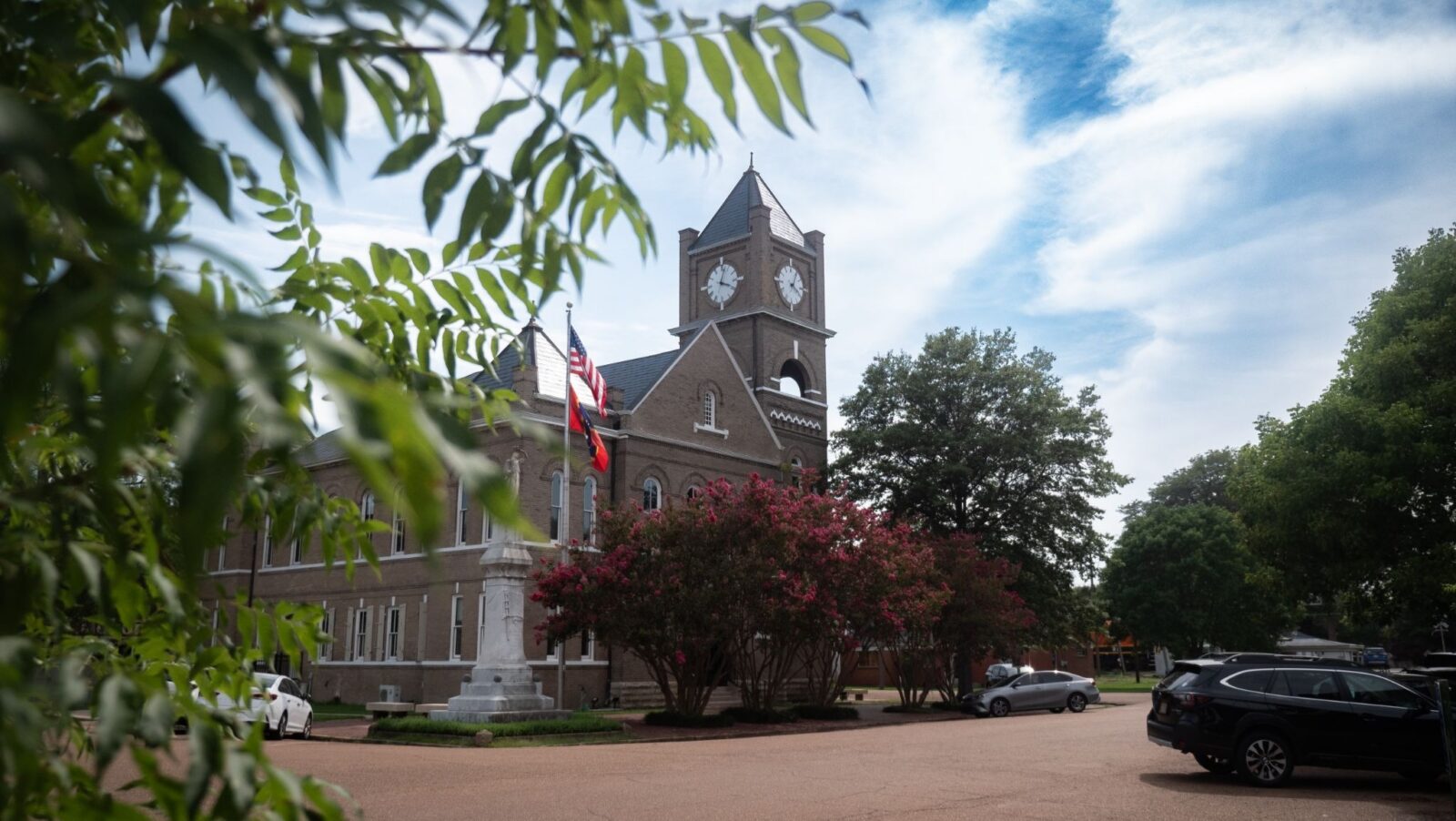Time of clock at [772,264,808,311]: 4:04
